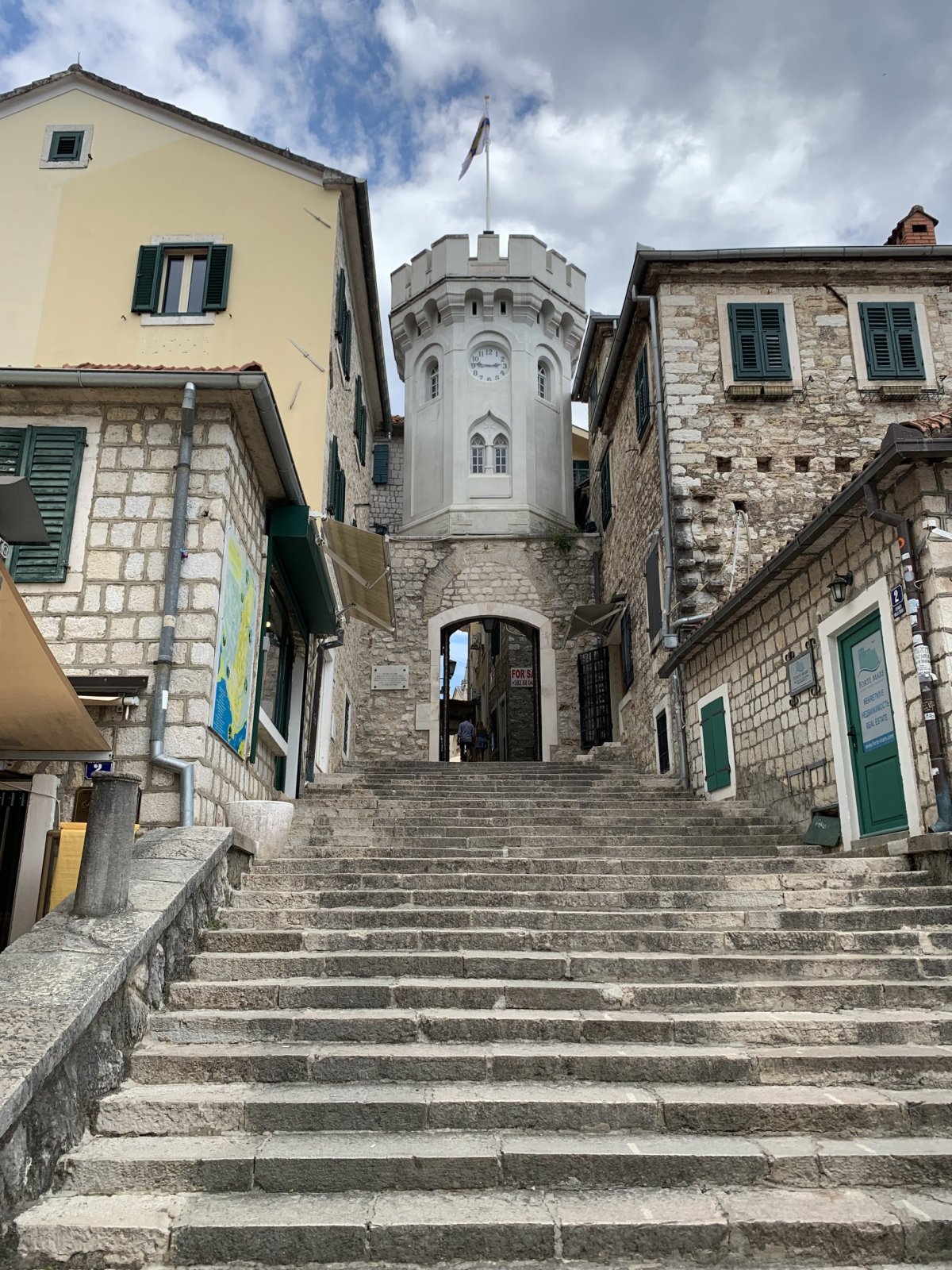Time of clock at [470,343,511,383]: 2:46
